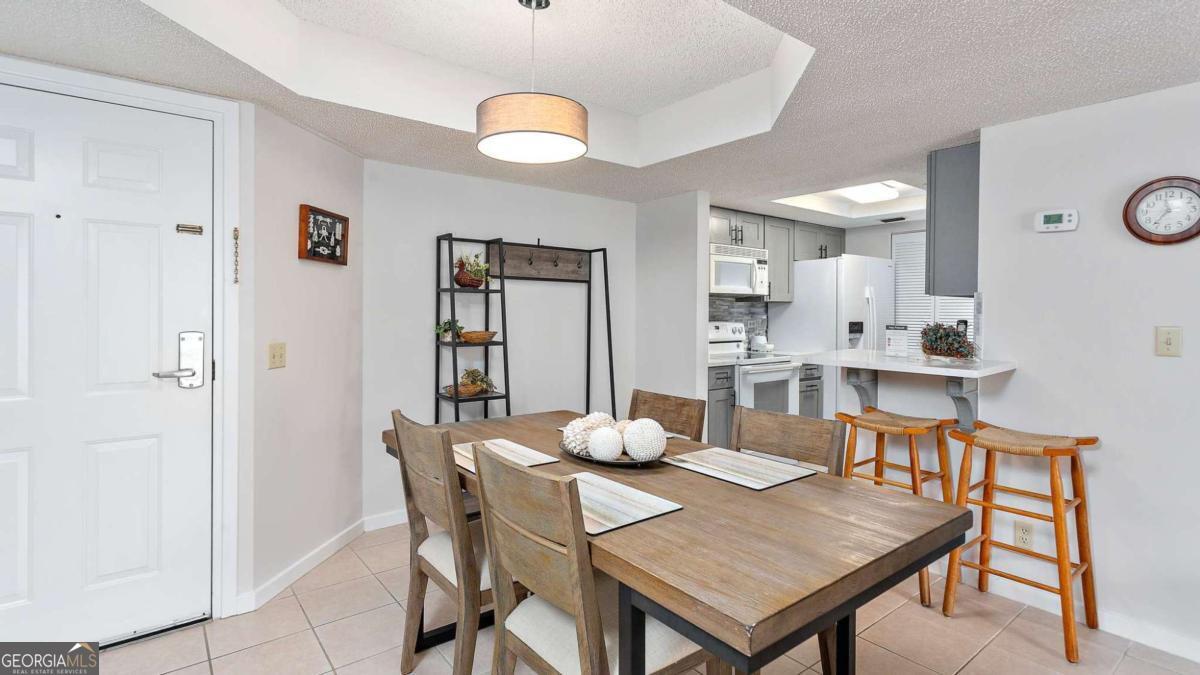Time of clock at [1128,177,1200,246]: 11:36
